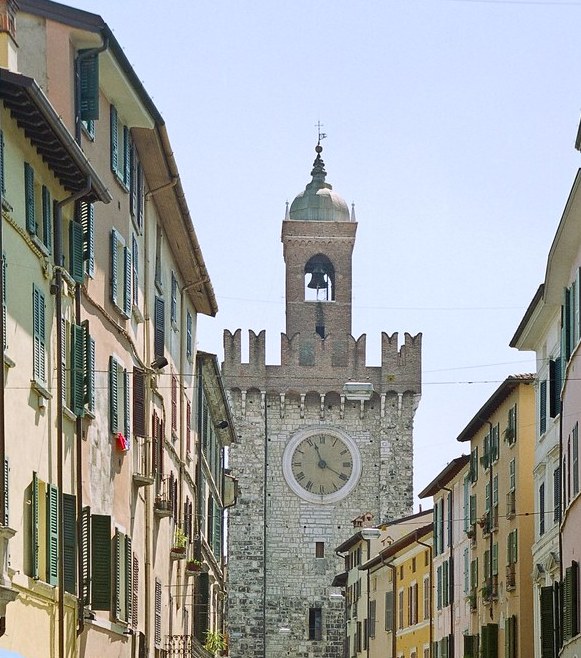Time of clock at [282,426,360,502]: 11:20
